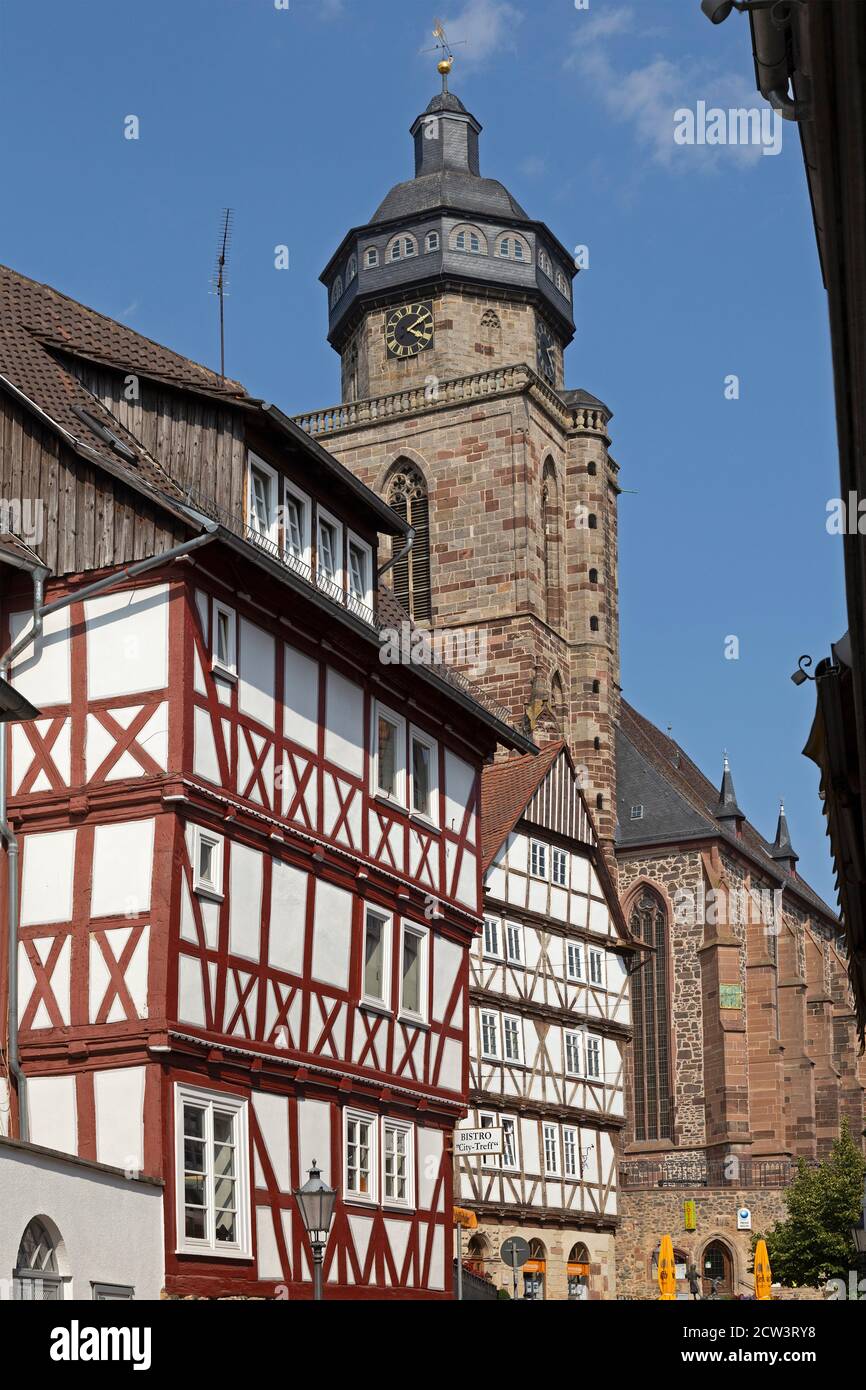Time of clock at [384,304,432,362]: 4:09
